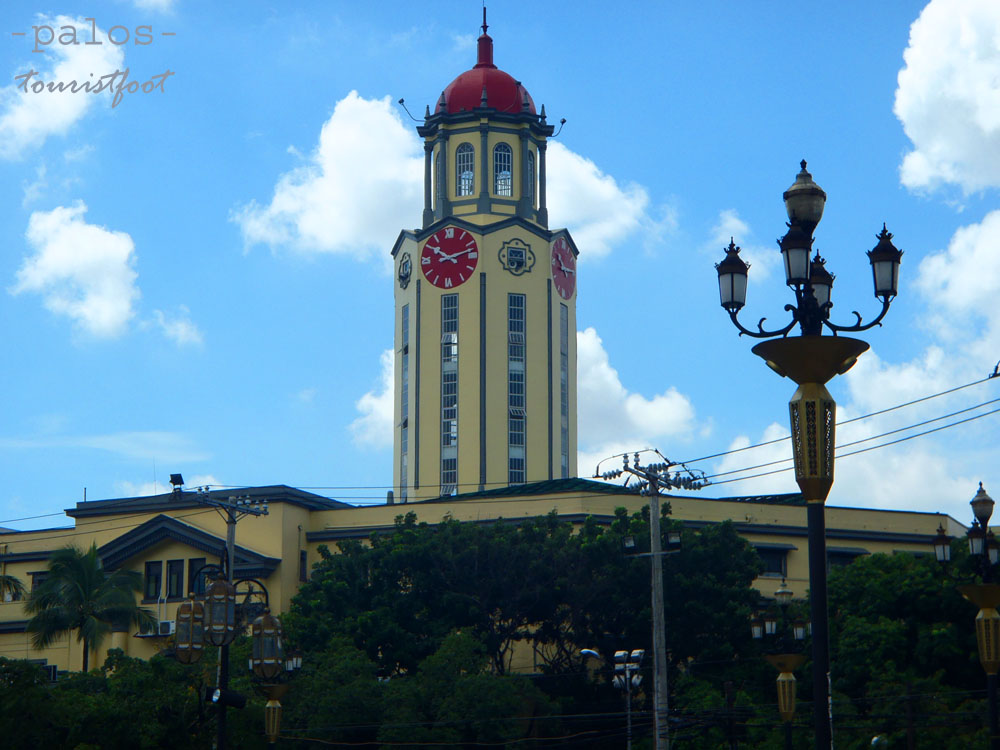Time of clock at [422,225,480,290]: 10:12
